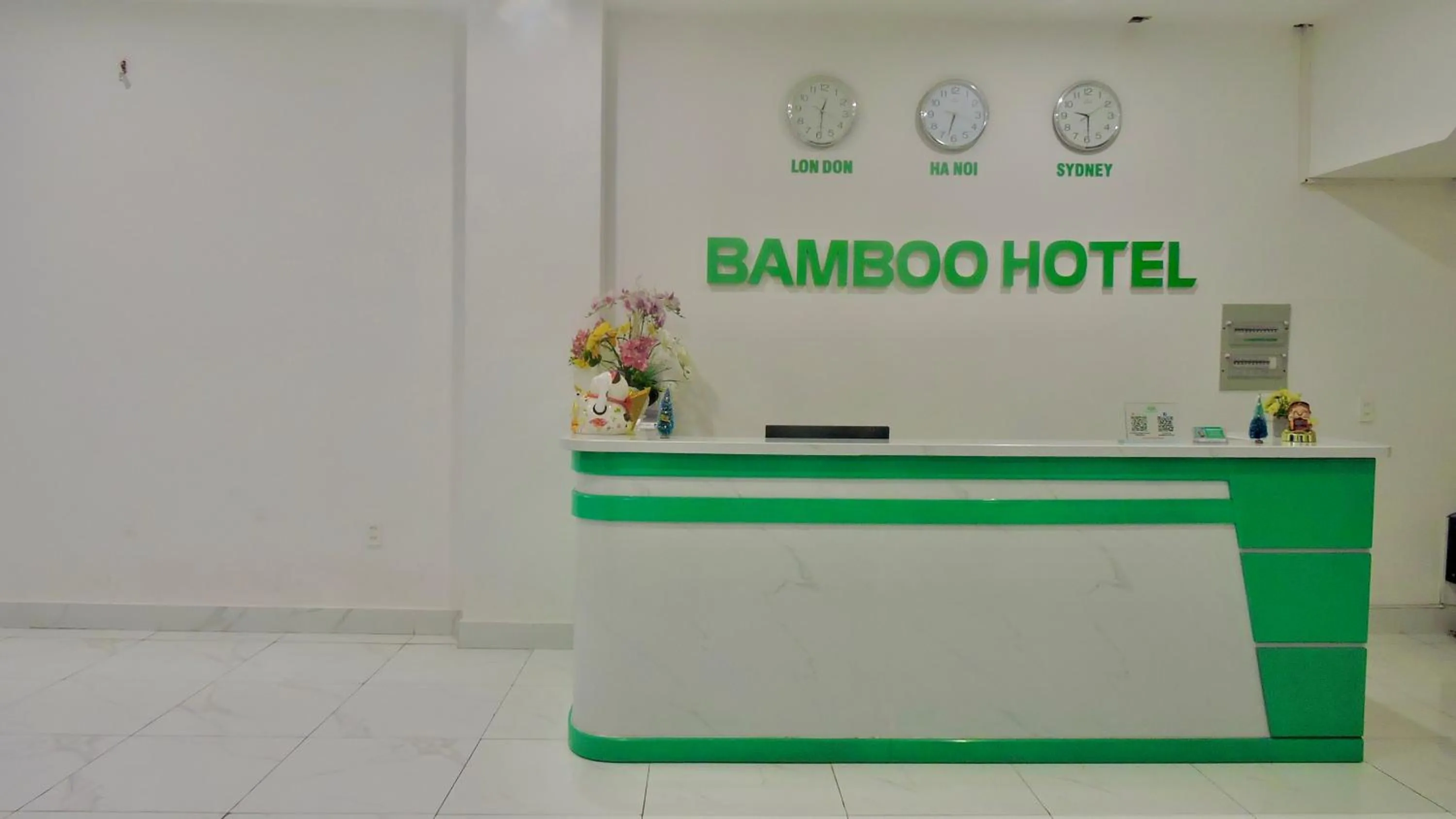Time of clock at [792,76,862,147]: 12:29
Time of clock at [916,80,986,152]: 6:32
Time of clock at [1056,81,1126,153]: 9:29
